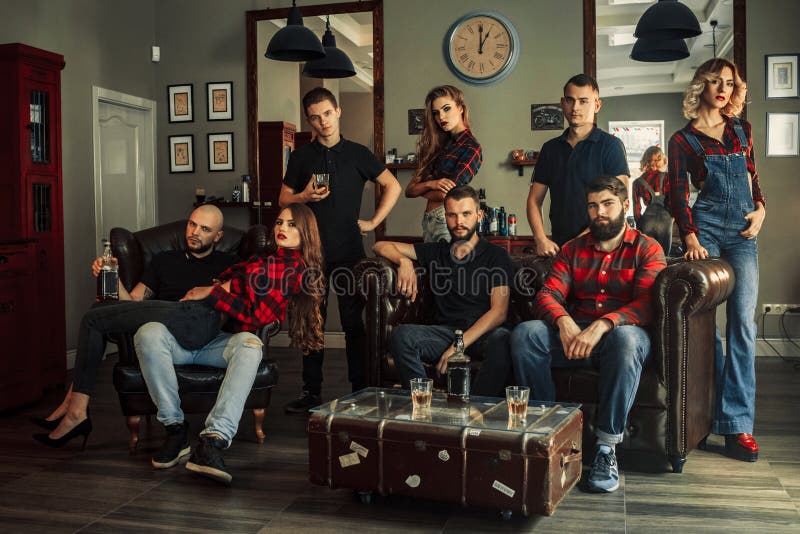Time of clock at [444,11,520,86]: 1:00
